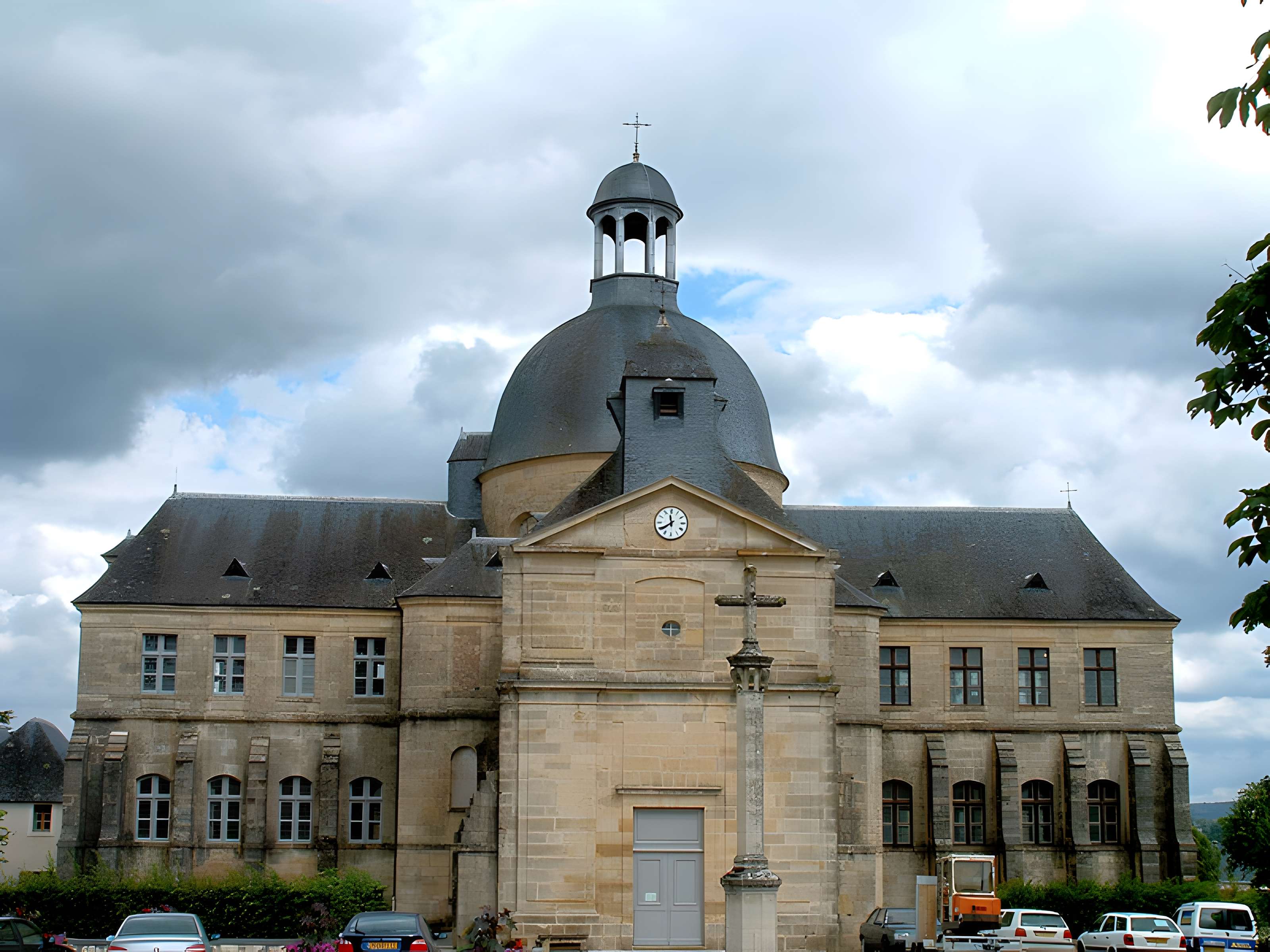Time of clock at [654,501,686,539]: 11:39
